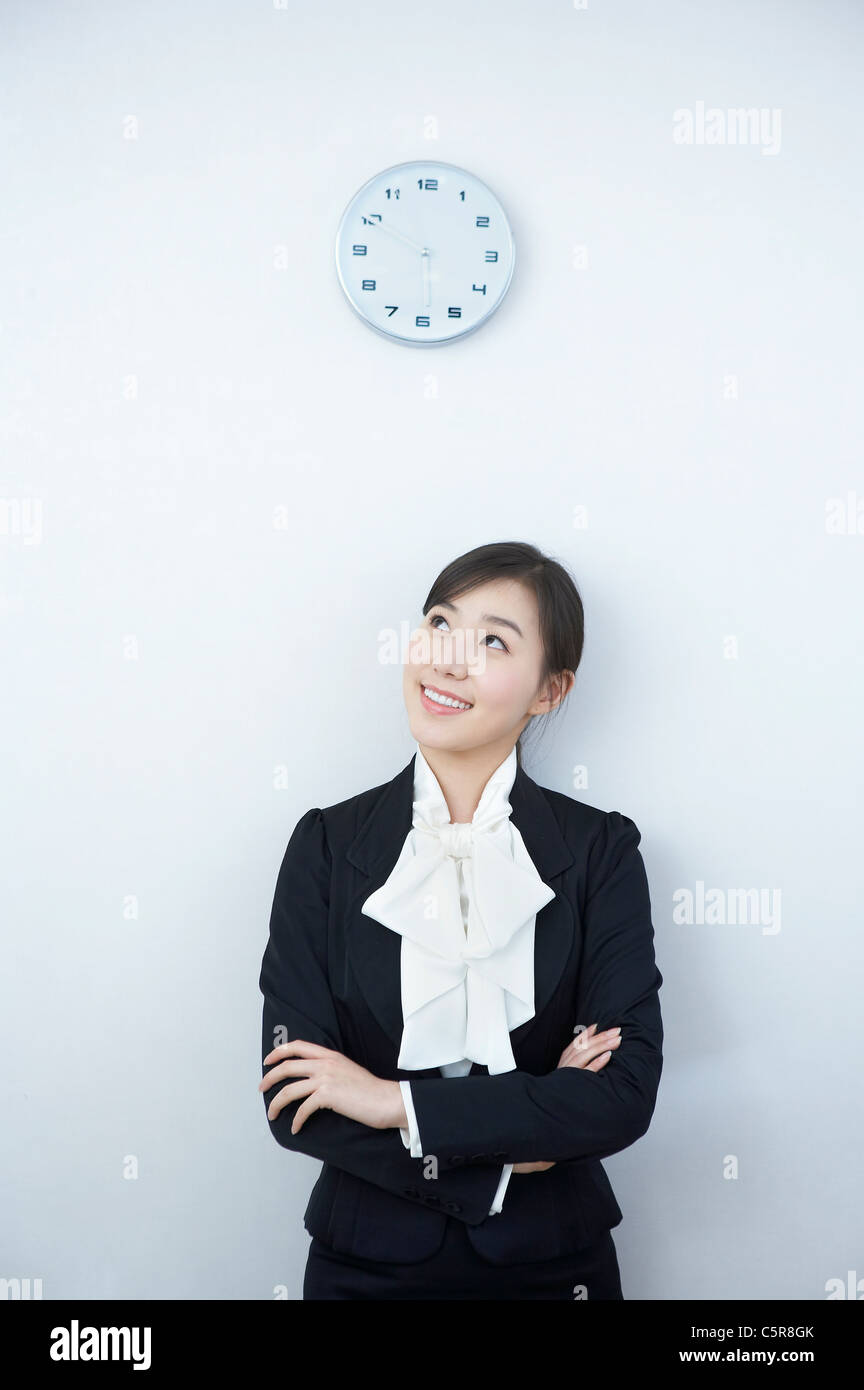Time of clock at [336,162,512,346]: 5:49
